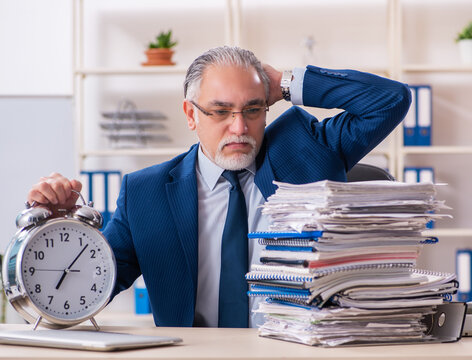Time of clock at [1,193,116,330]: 7:07
